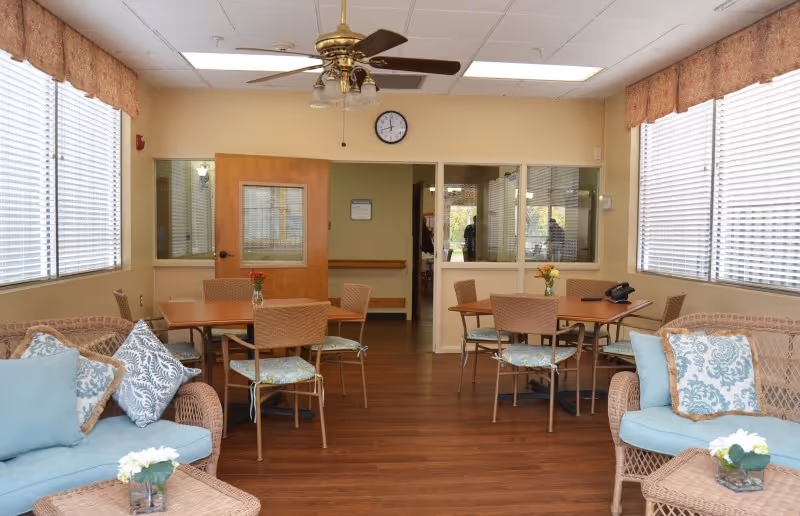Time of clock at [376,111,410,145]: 11:42
